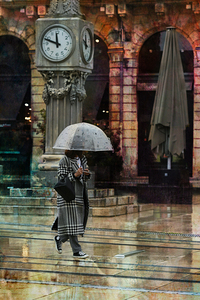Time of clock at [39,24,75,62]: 11:48
